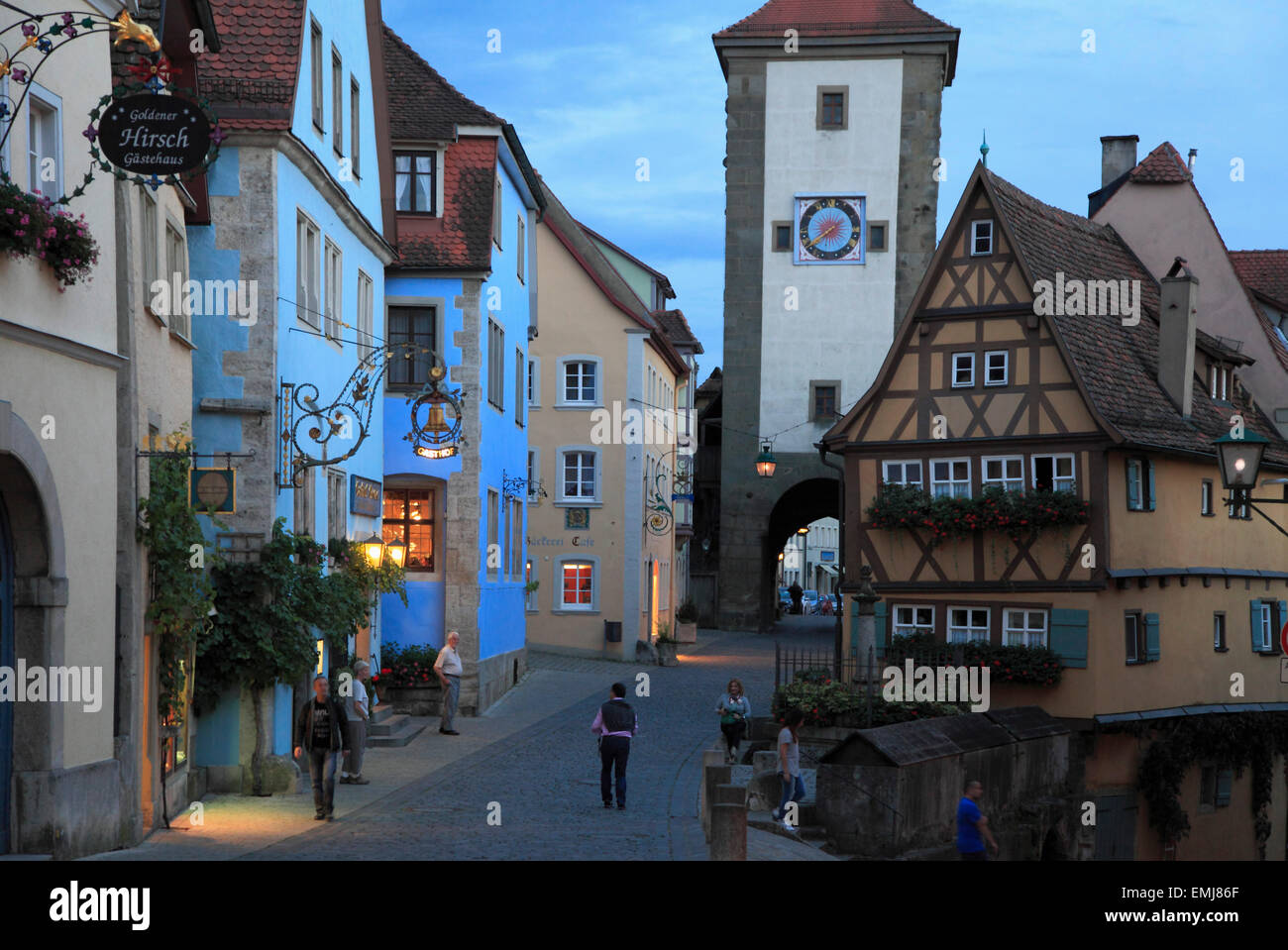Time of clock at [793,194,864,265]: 7:38
